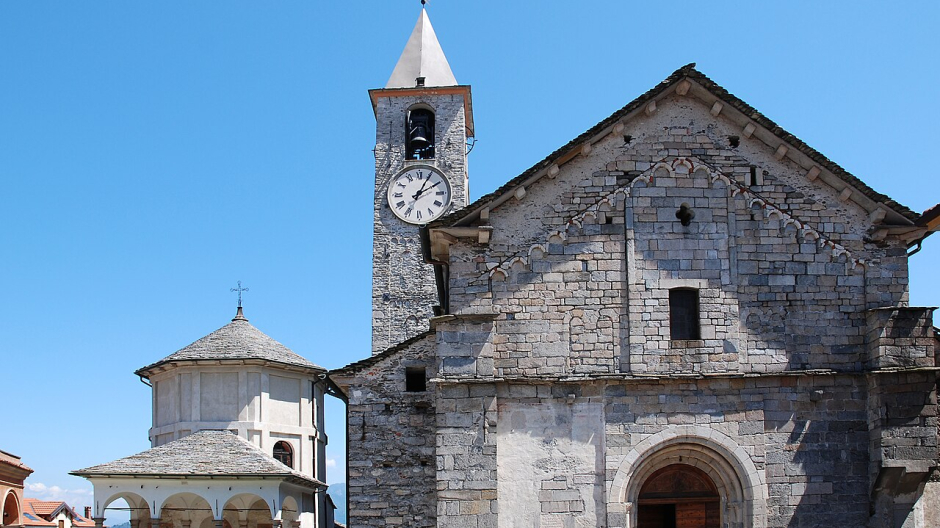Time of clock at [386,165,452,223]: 2:04
